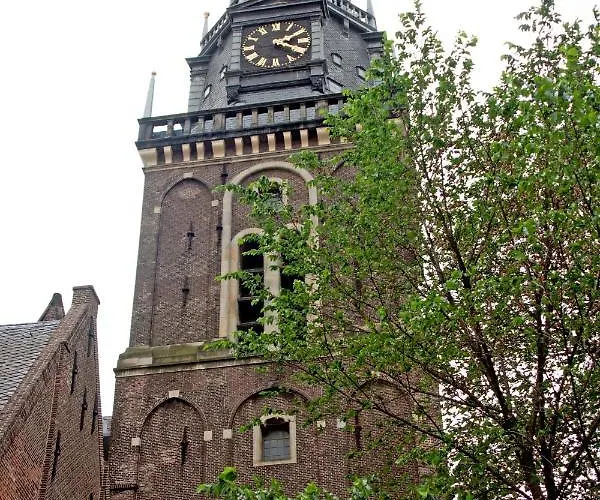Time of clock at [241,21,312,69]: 4:09
